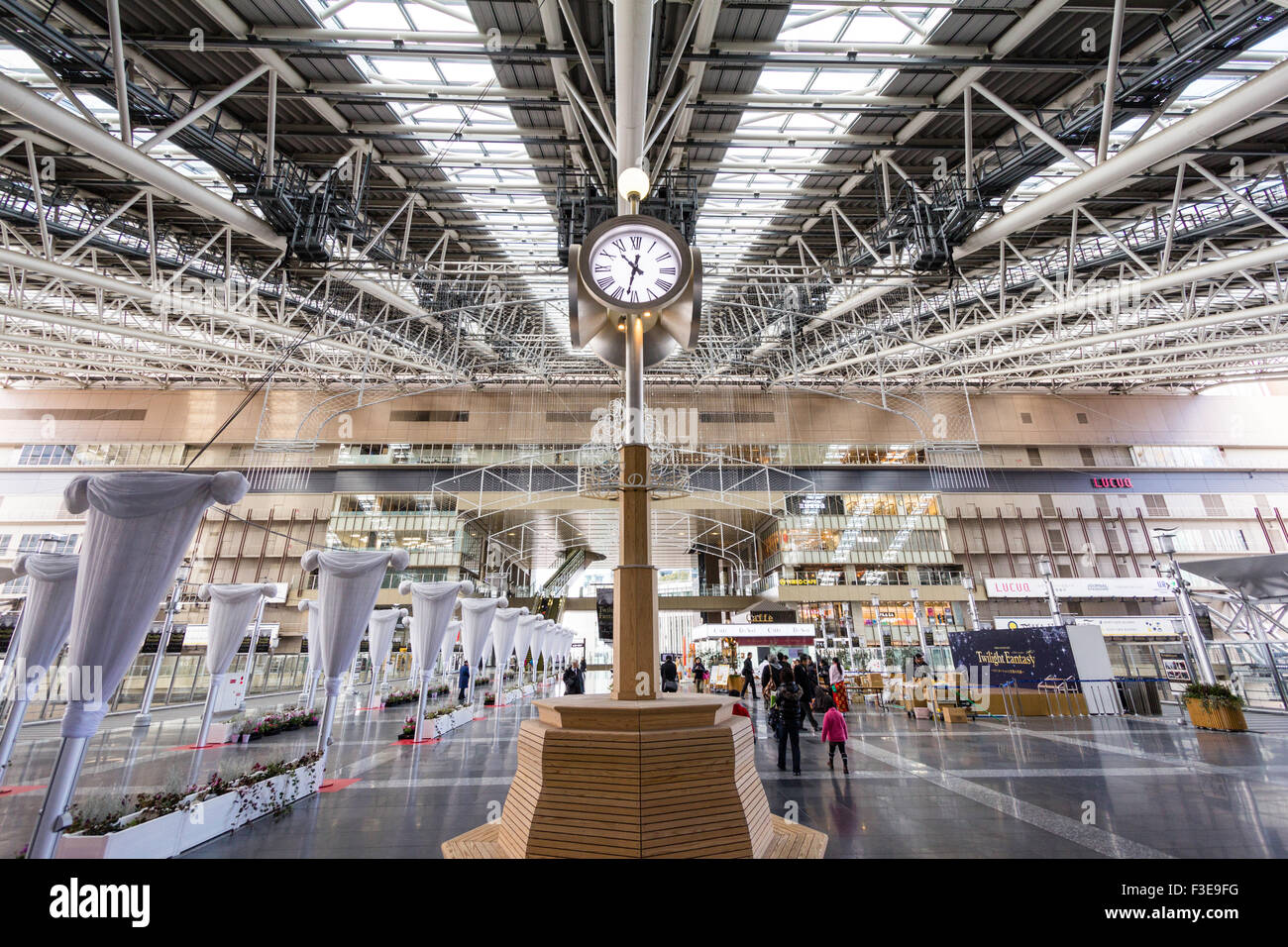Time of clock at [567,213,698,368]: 10:32
